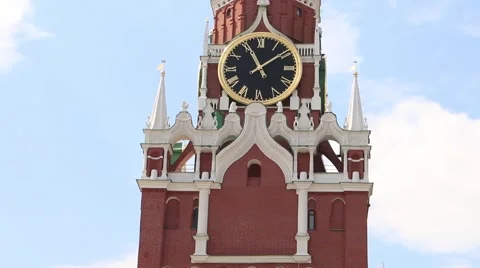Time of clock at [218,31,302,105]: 11:08
